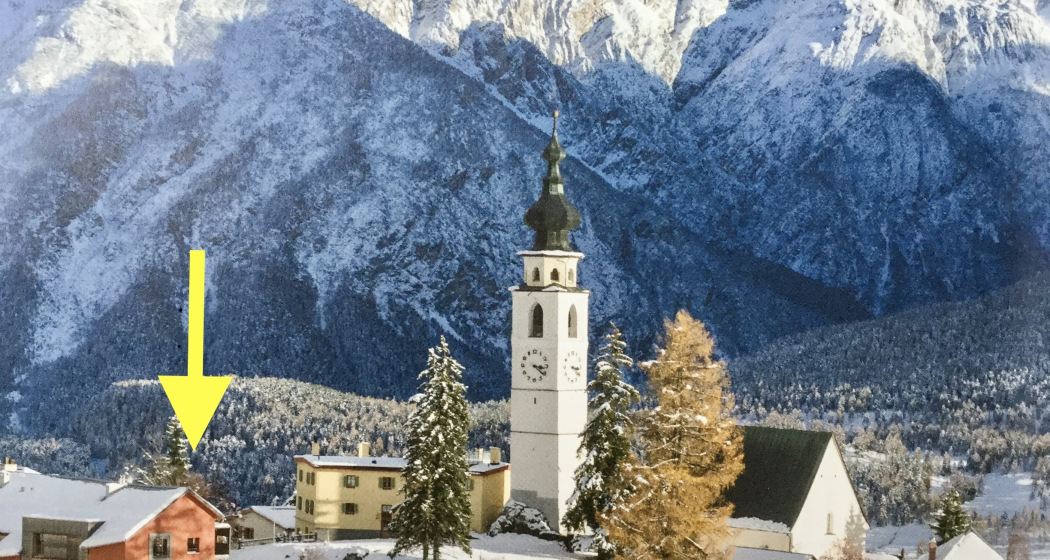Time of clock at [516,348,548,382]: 3:21
